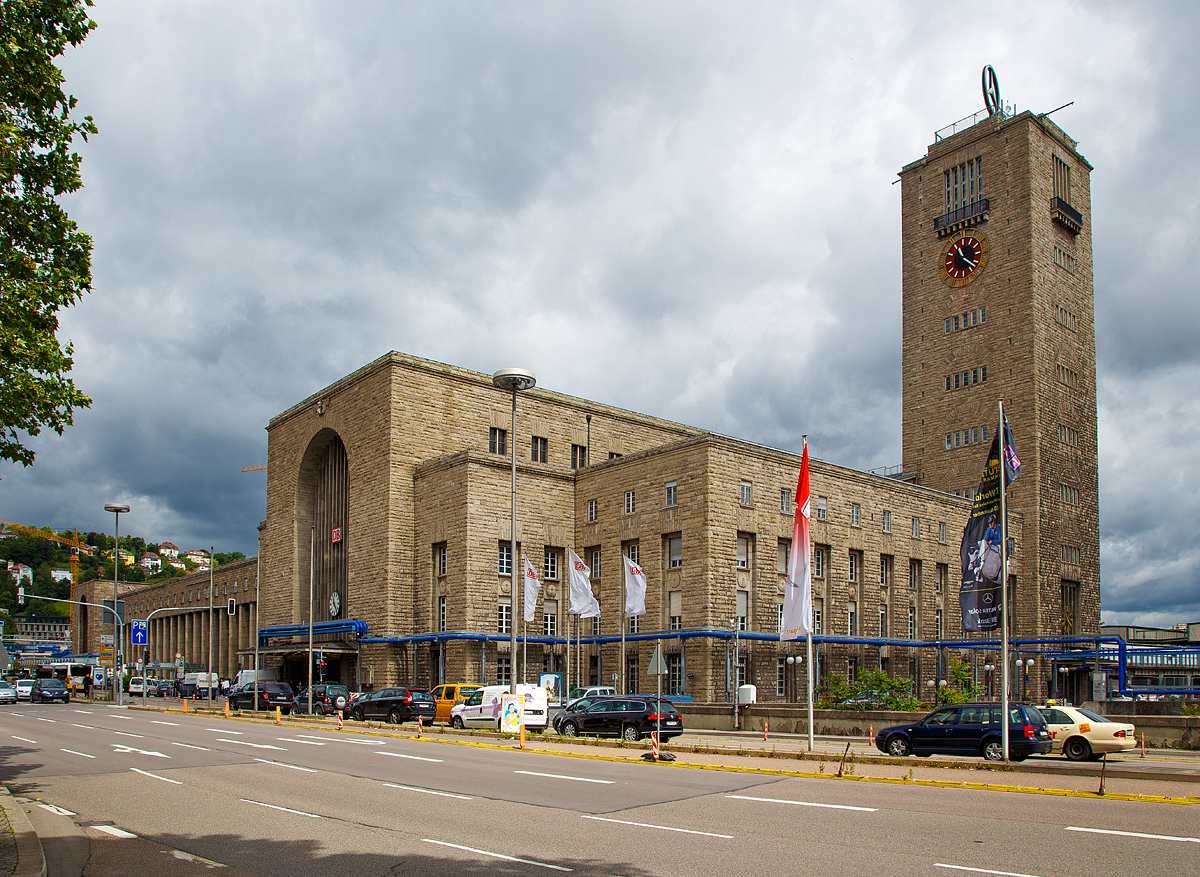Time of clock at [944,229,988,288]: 11:21
